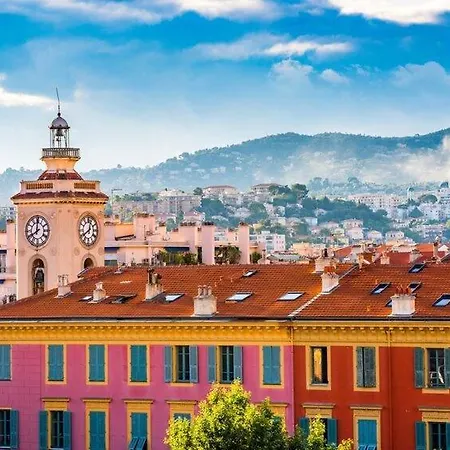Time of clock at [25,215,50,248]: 7:59
